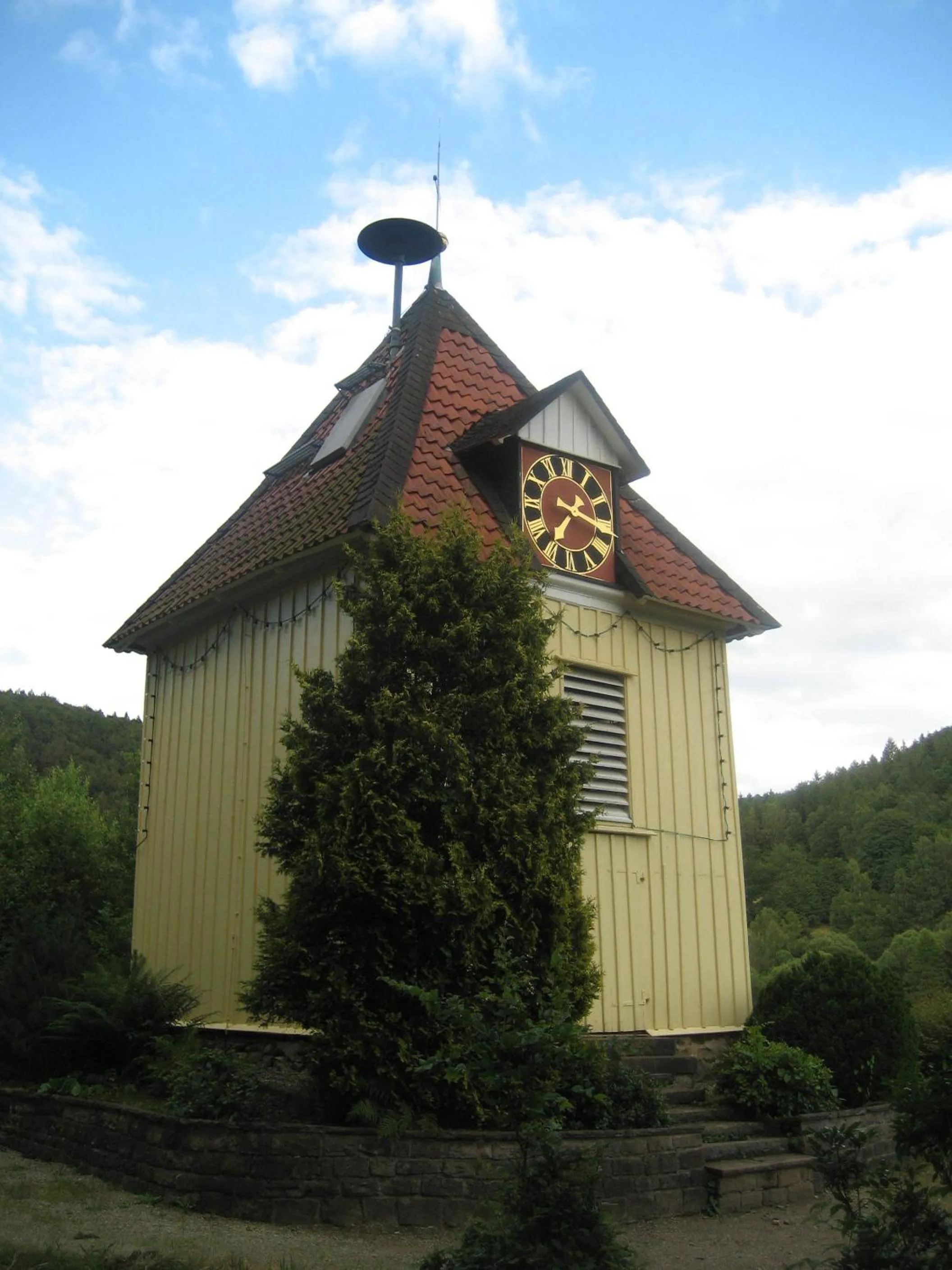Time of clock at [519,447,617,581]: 7:17
